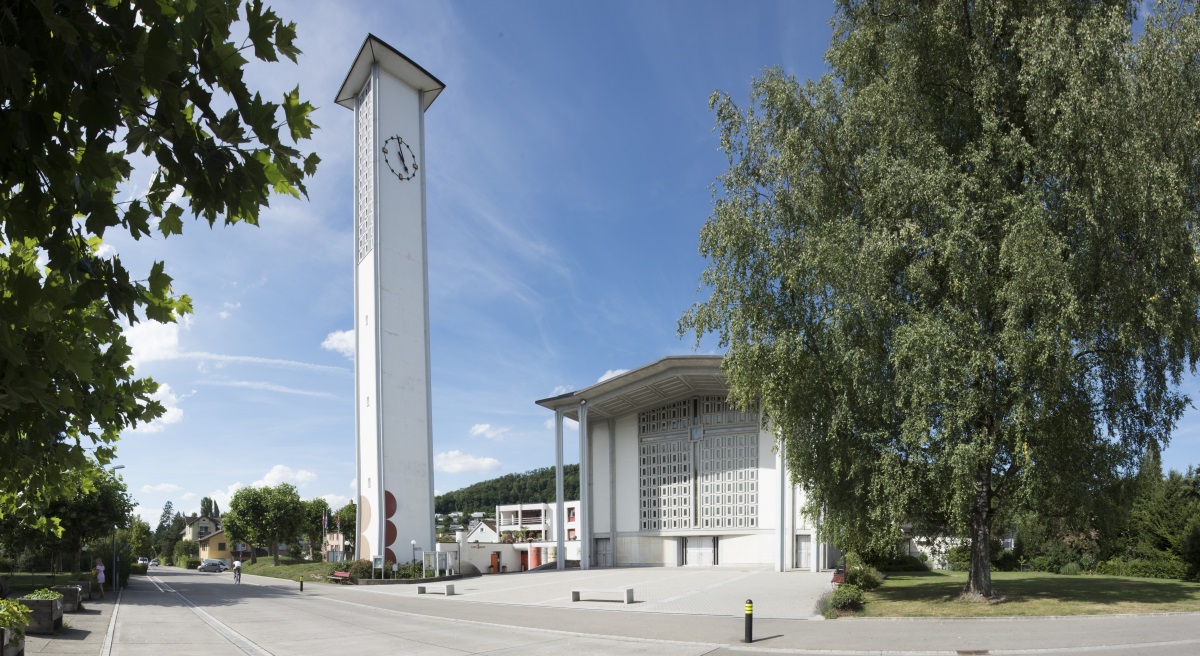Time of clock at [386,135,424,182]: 4:58
